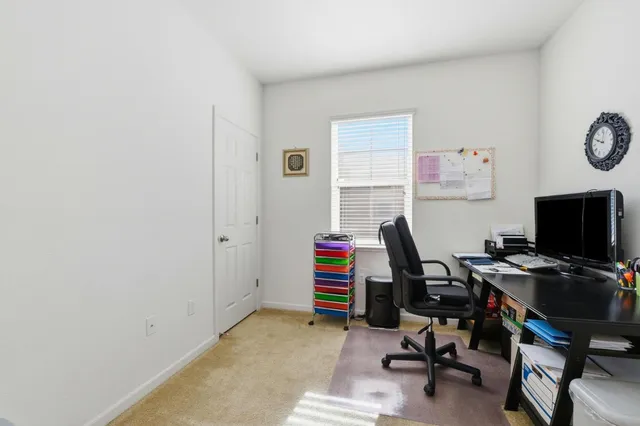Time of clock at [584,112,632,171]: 9:49
